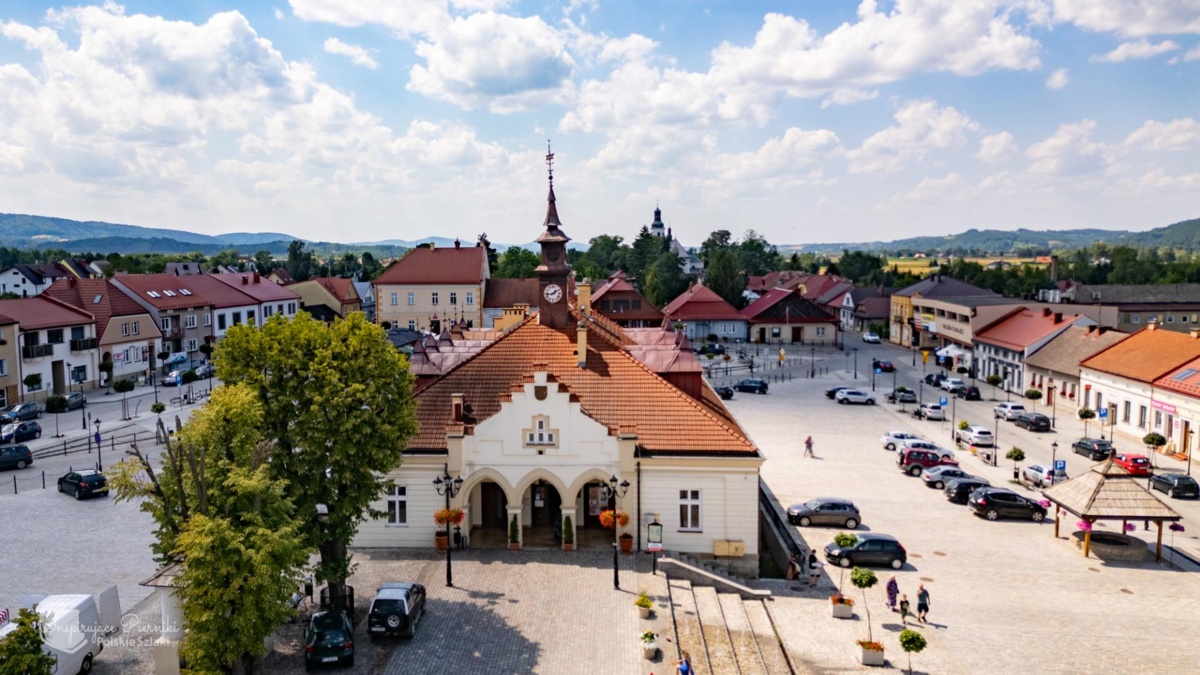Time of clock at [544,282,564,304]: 1:43
